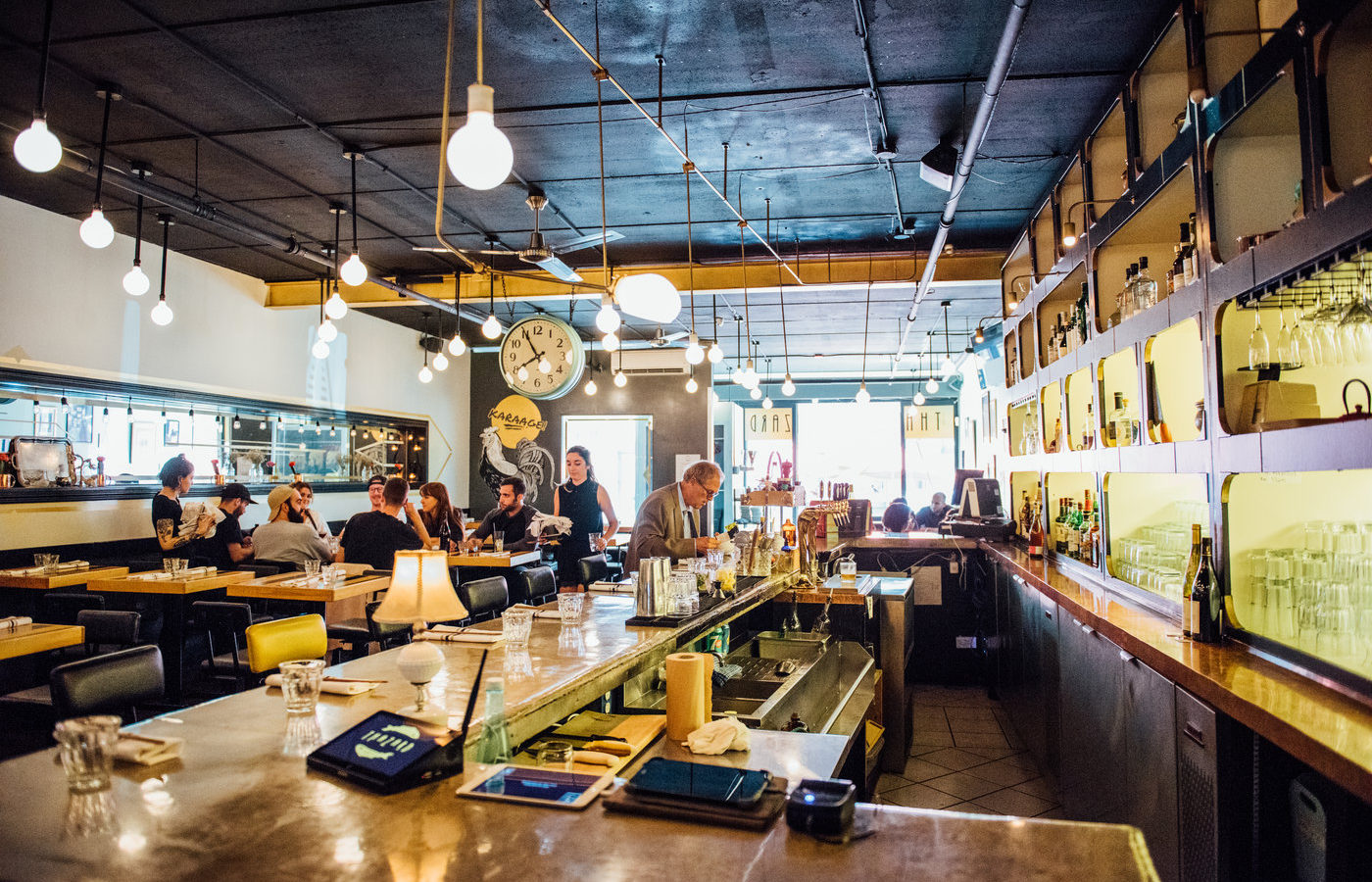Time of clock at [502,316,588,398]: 7:55
